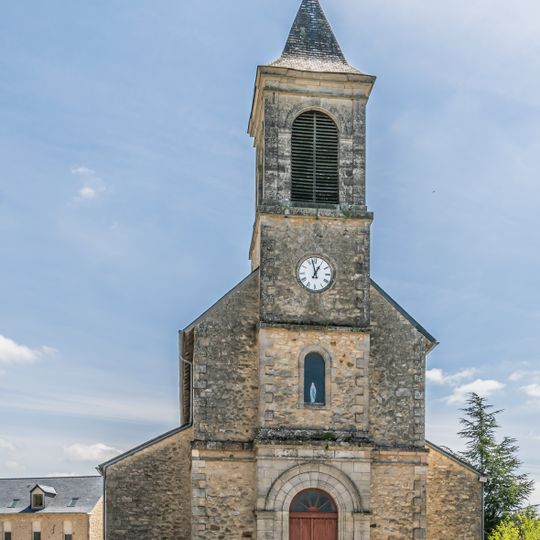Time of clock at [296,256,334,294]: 12:57
